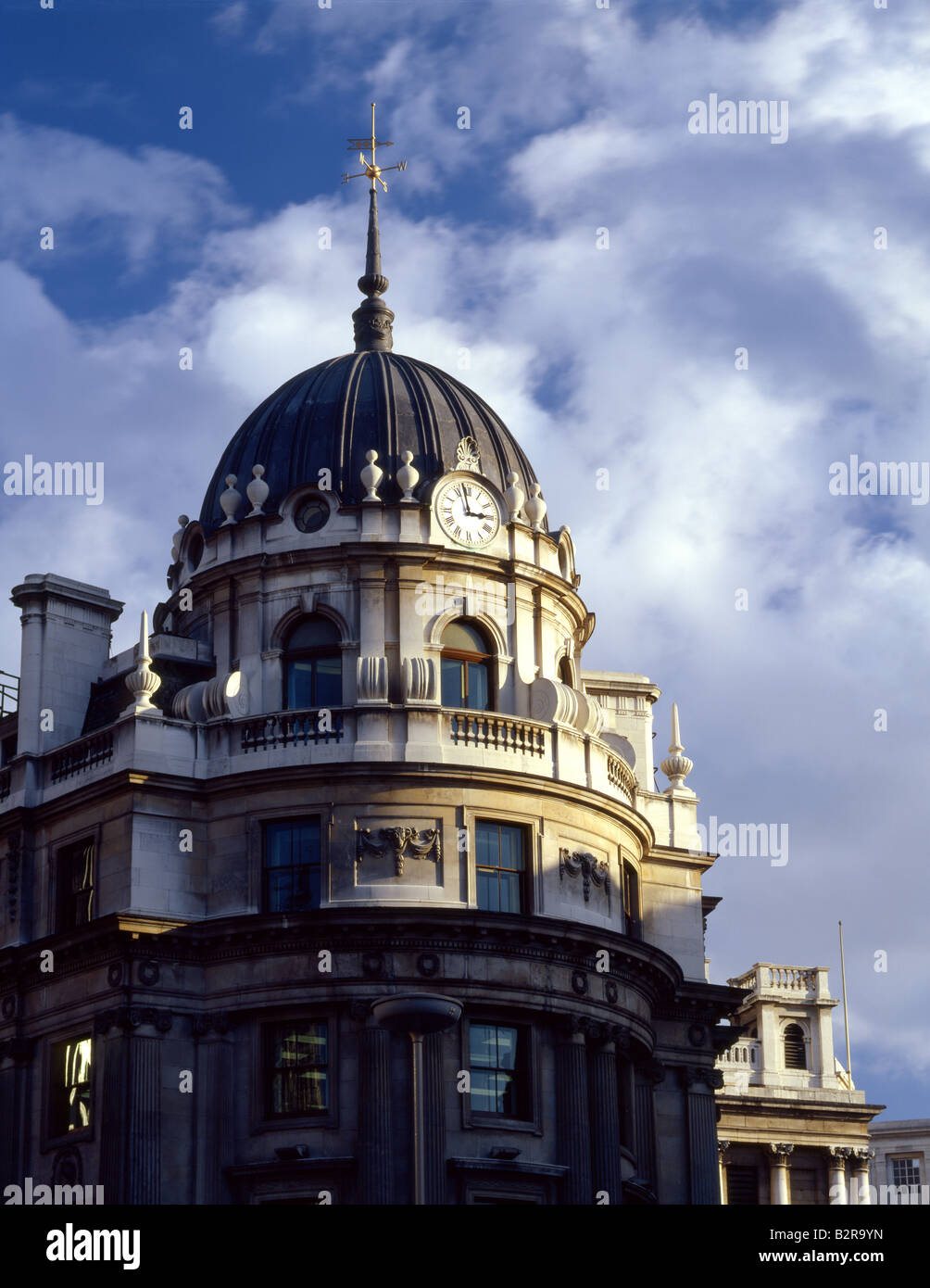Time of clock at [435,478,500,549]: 2:58
